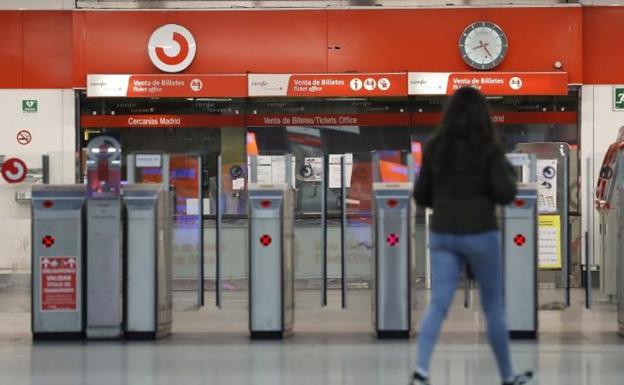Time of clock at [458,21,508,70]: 8:24
